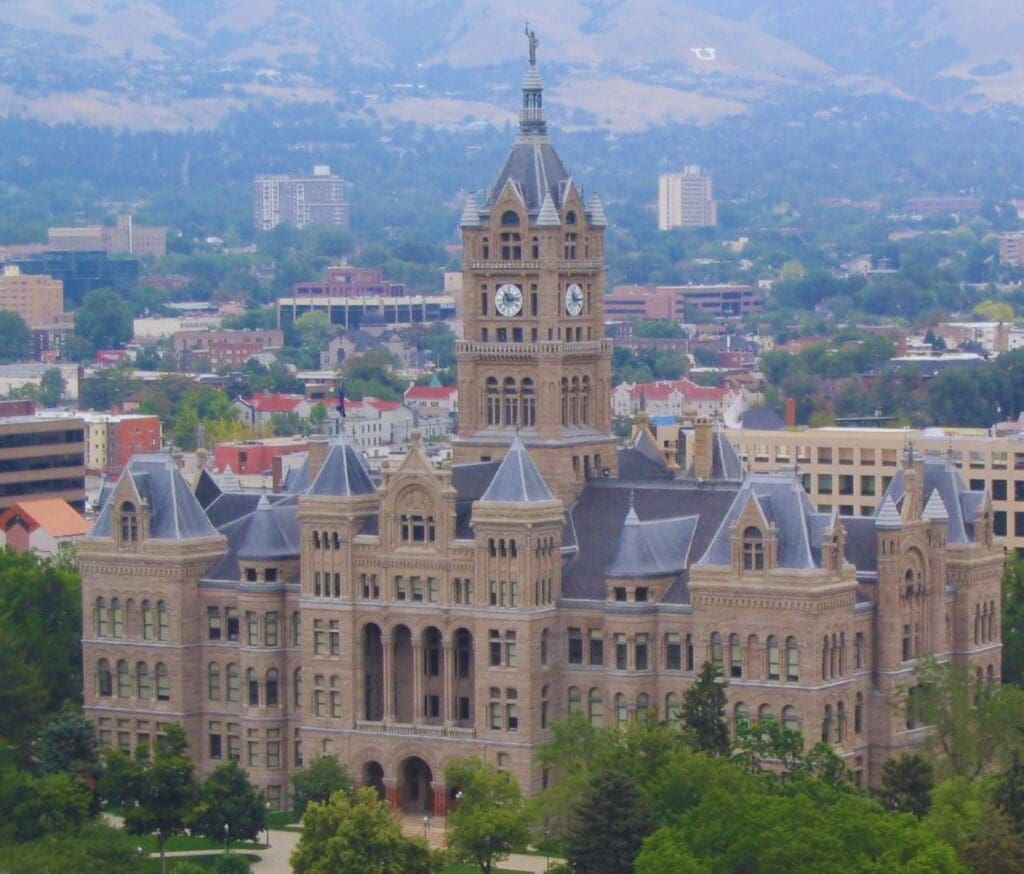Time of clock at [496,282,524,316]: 11:13
